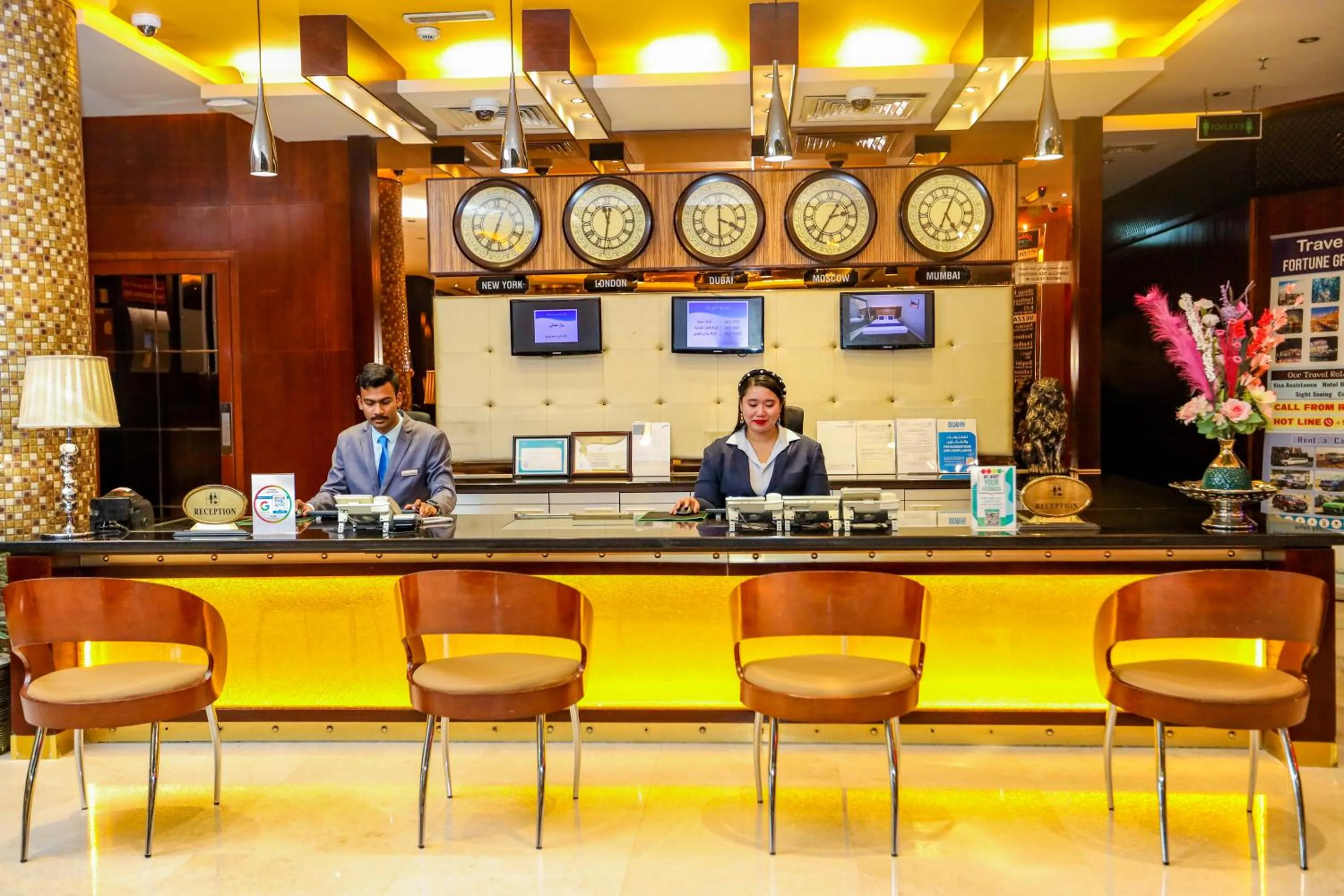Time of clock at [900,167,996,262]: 5:04
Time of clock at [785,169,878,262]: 2:35
